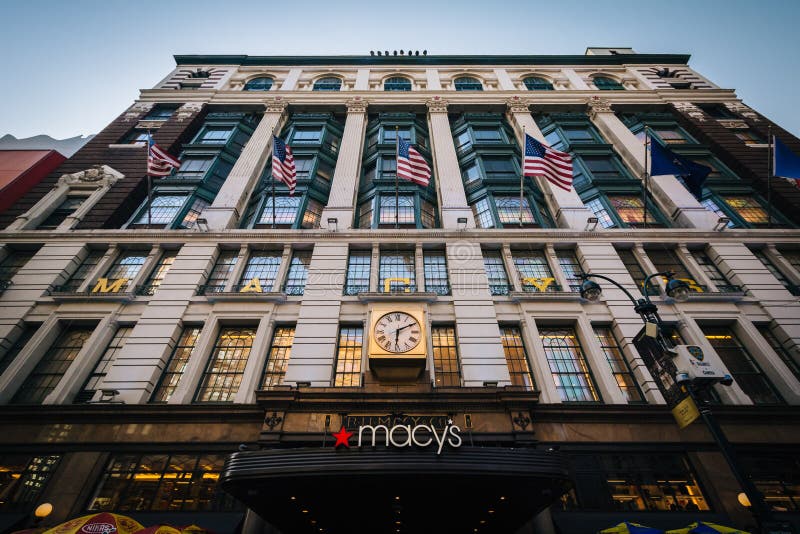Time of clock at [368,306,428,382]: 6:10
